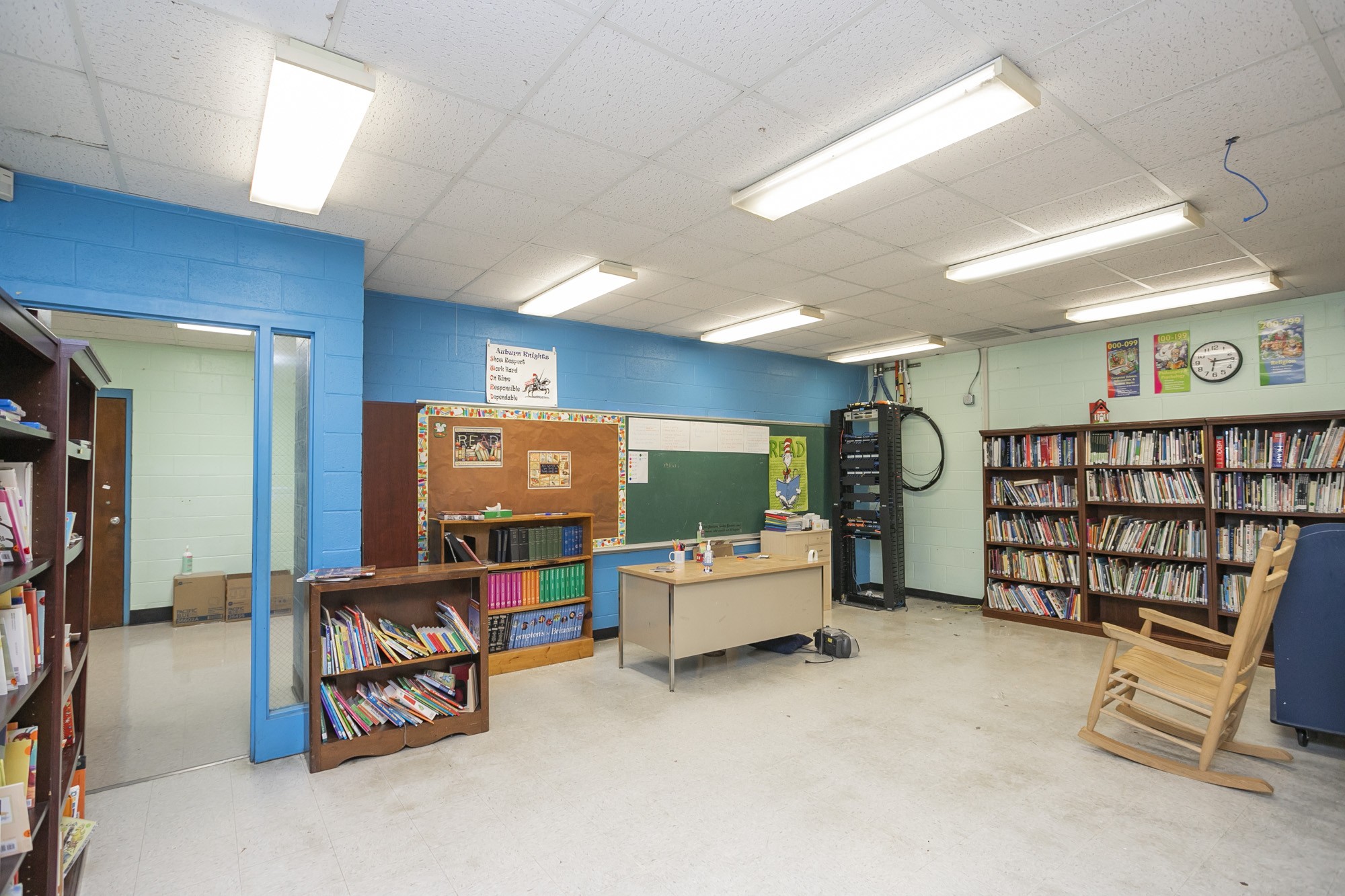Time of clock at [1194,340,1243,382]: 6:14
